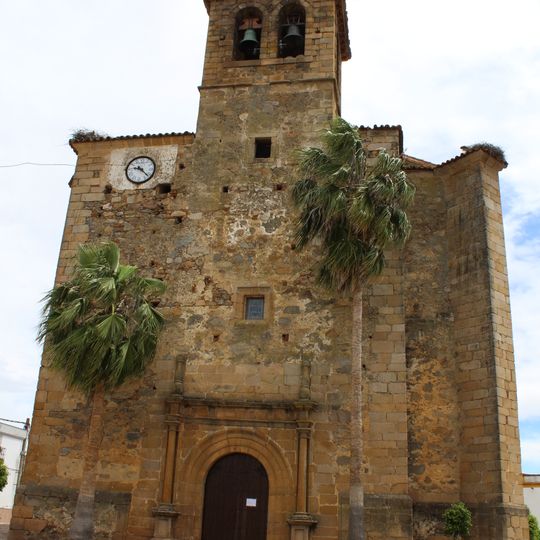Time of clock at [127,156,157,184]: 9:22
